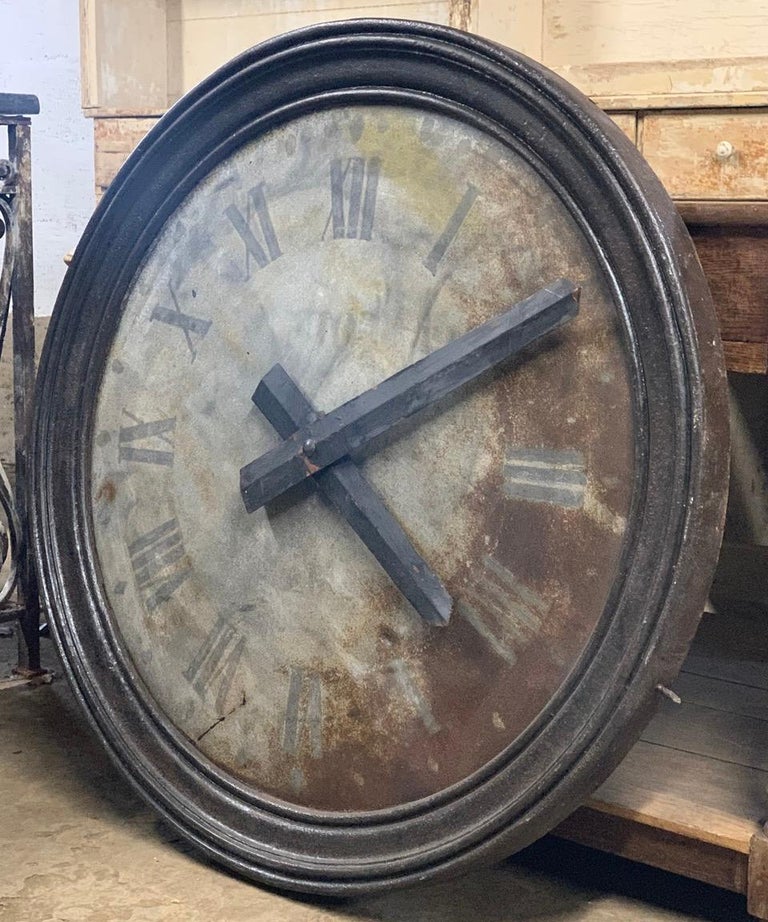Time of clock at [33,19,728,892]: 4:10
